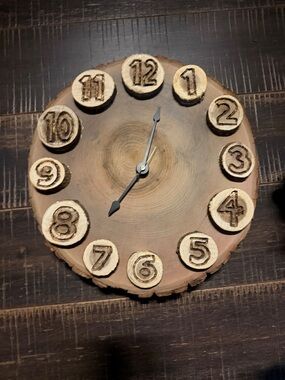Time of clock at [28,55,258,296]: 12:37
